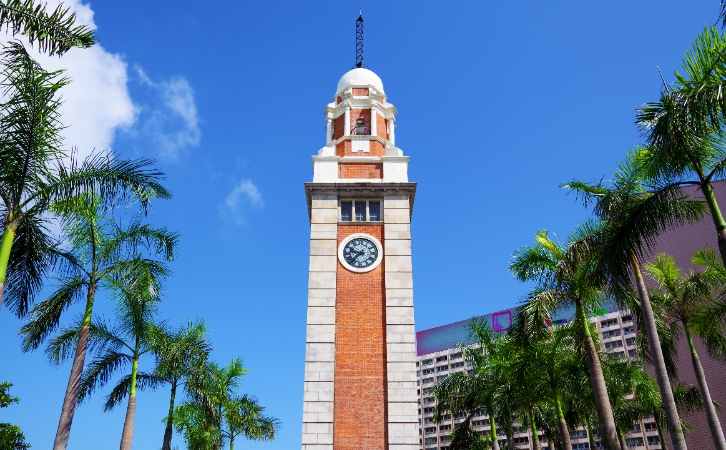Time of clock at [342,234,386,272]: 9:37
